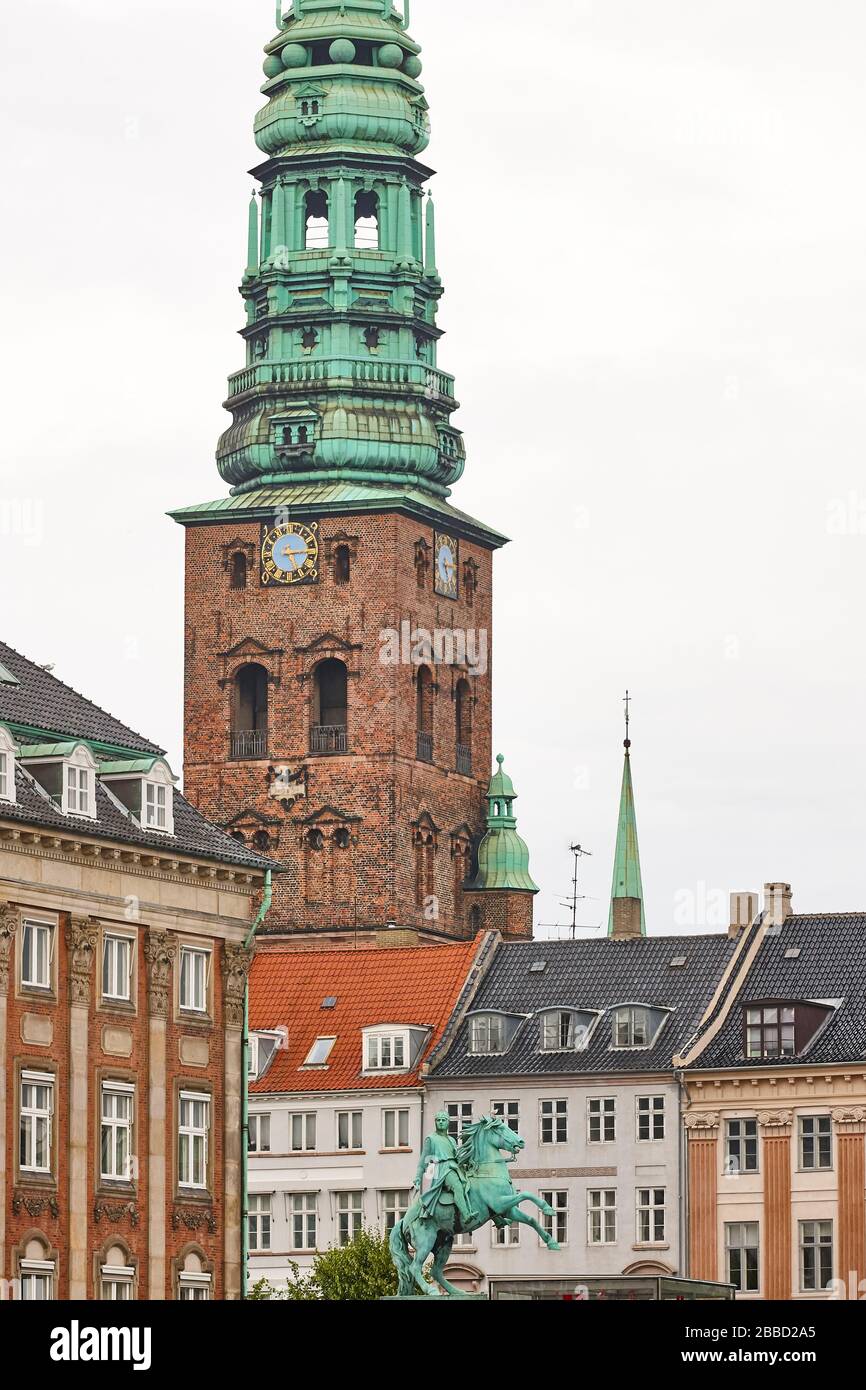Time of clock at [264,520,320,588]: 5:14
